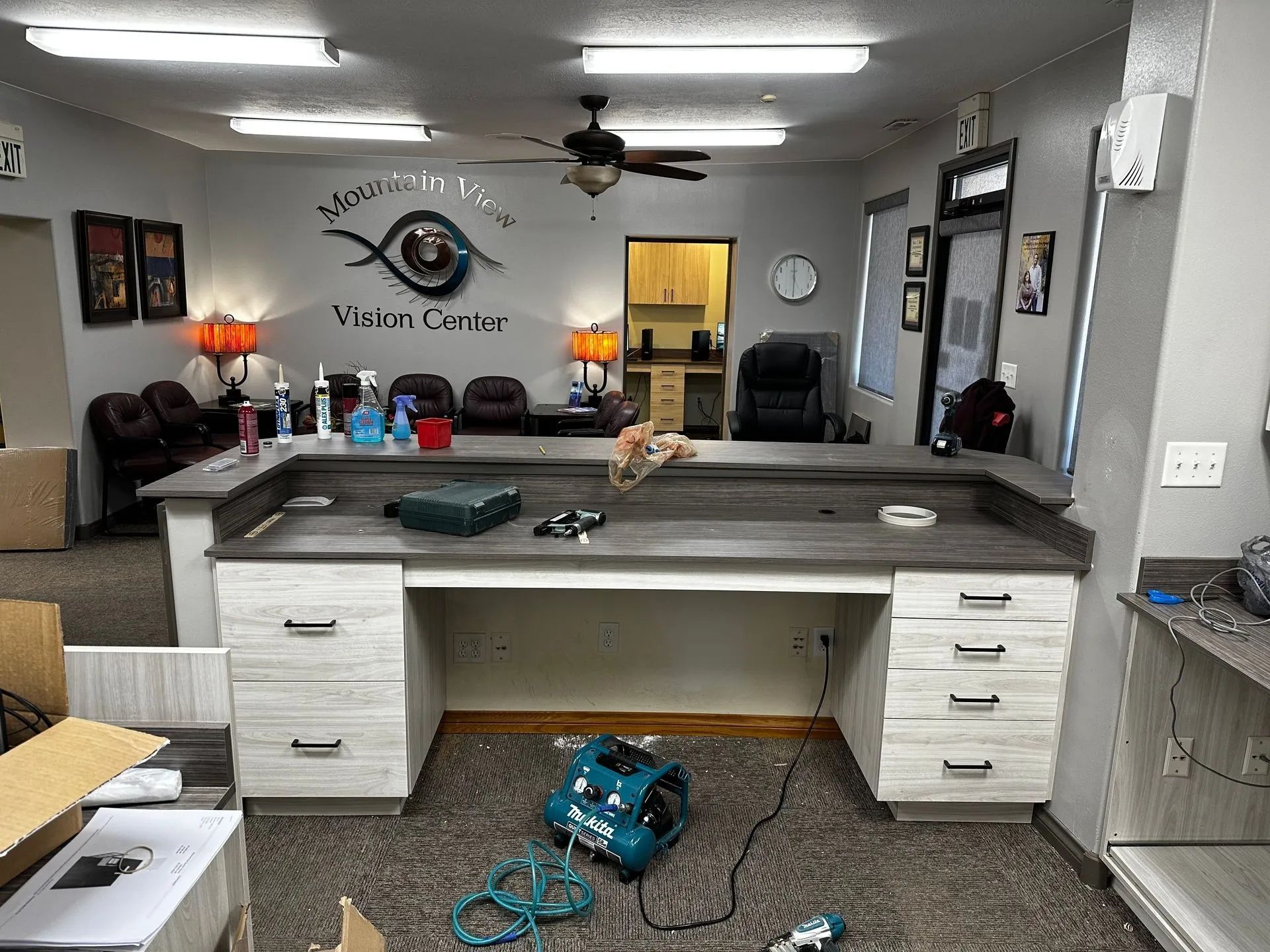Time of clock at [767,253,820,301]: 5:59
